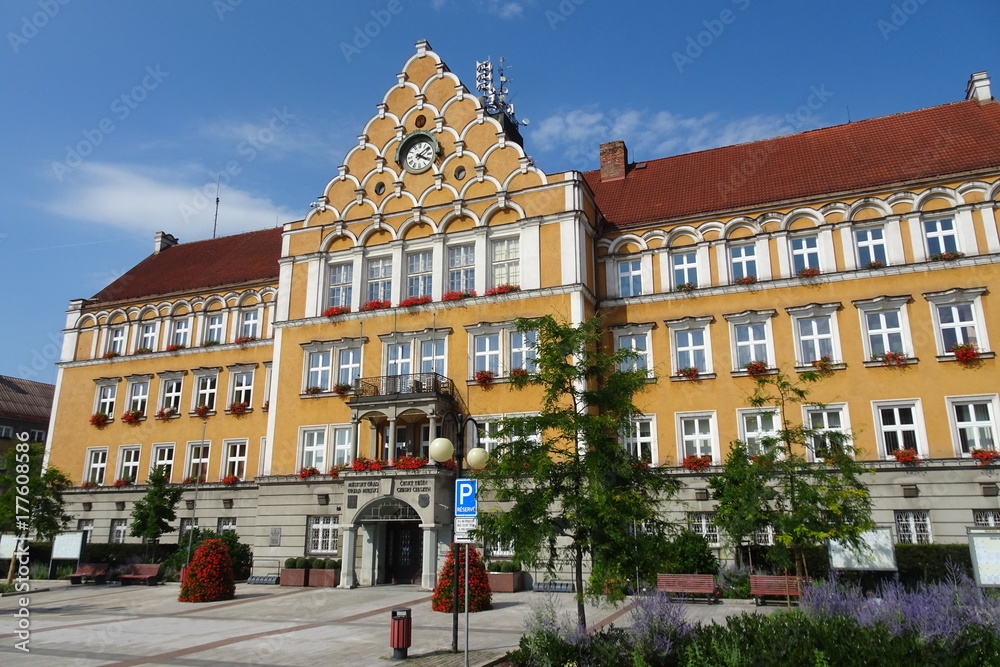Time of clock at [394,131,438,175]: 4:09
